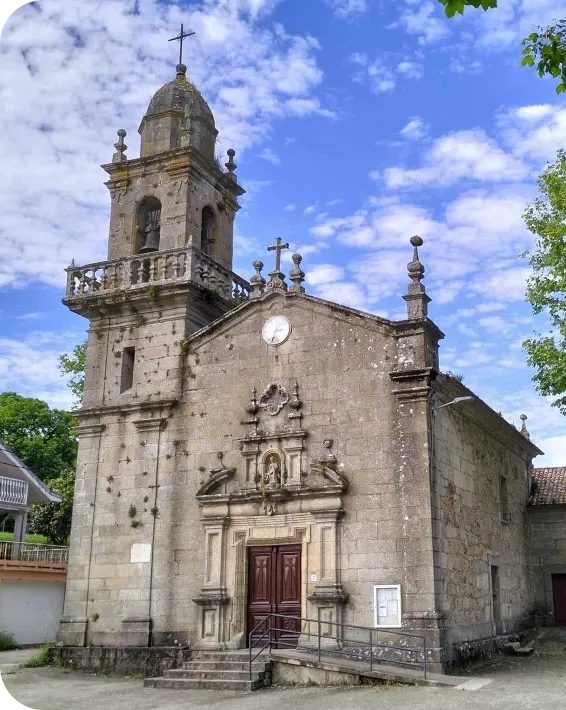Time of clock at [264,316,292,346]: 2:33
